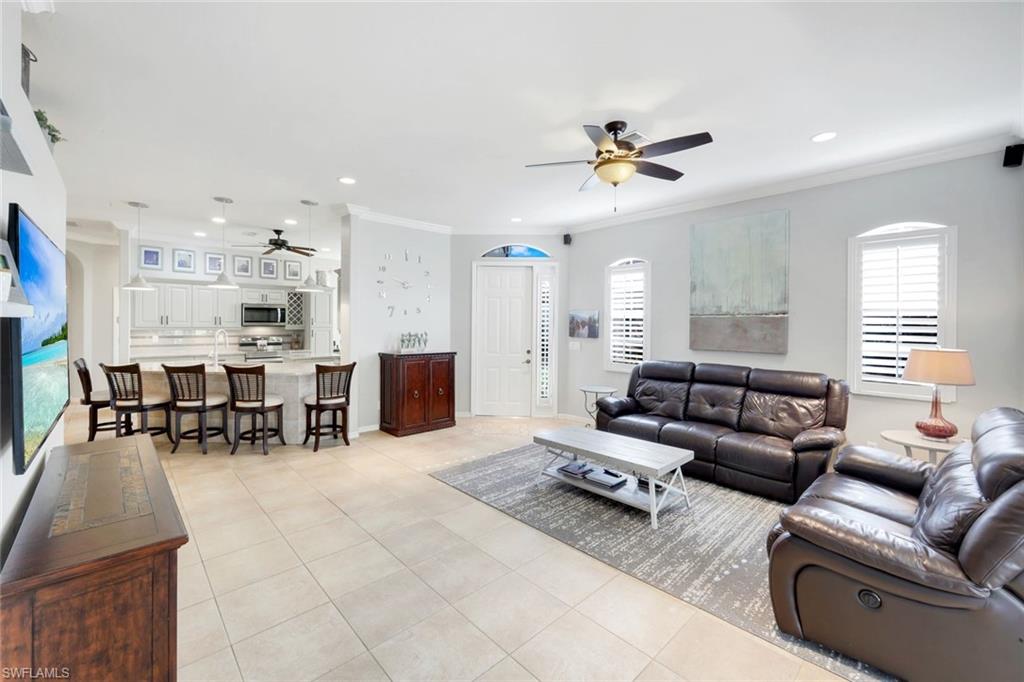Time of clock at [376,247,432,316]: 9:42
